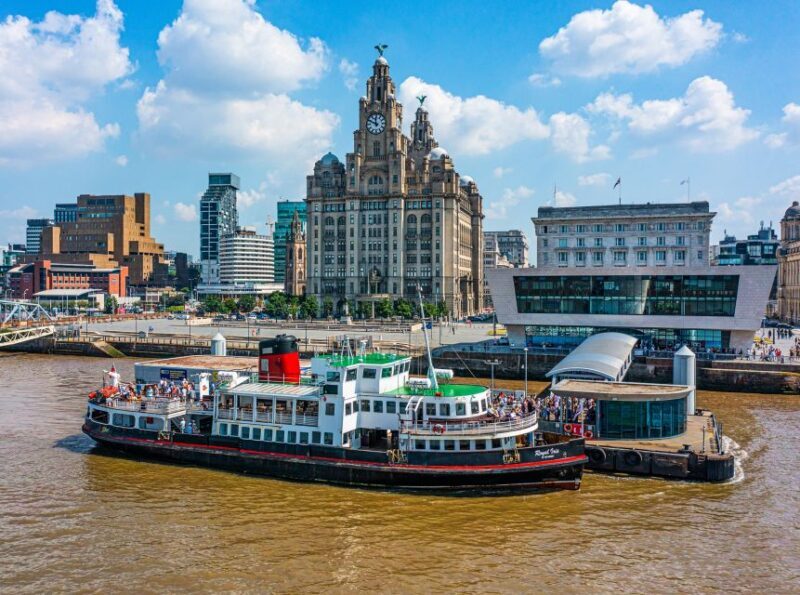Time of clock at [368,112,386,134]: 11:49
